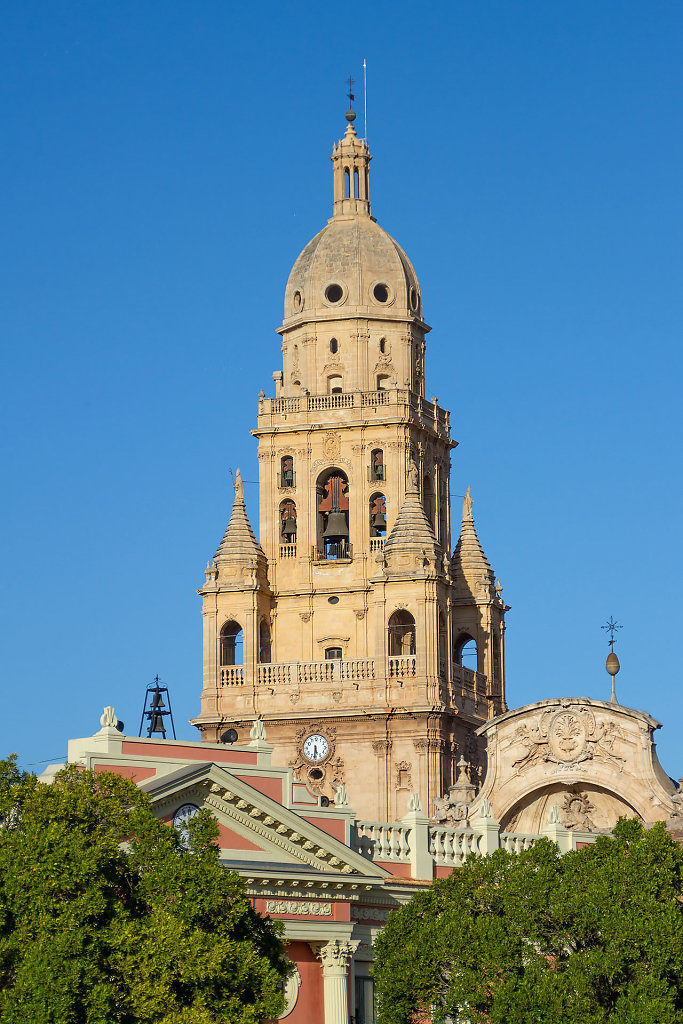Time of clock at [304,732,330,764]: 5:30
